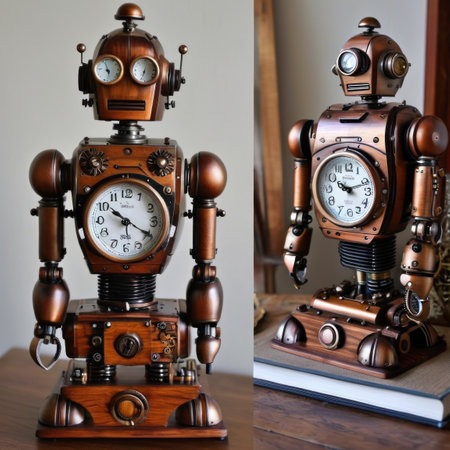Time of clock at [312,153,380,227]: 10:11
